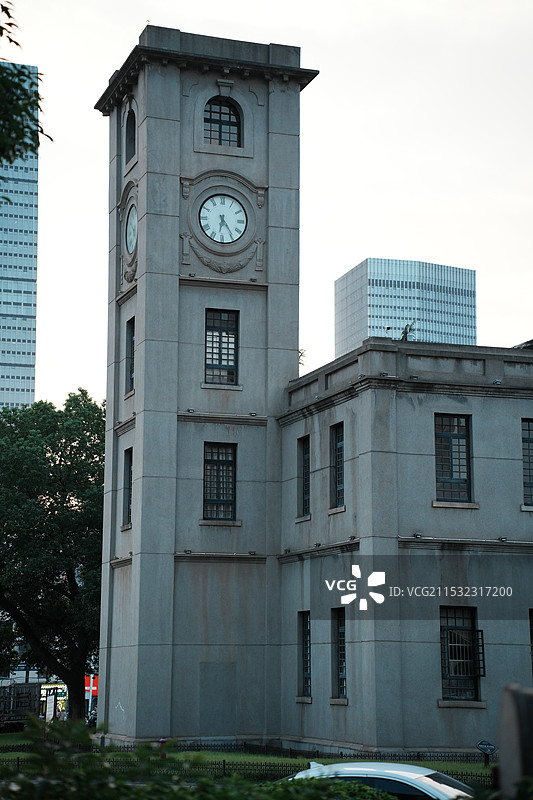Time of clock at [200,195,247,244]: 6:23
